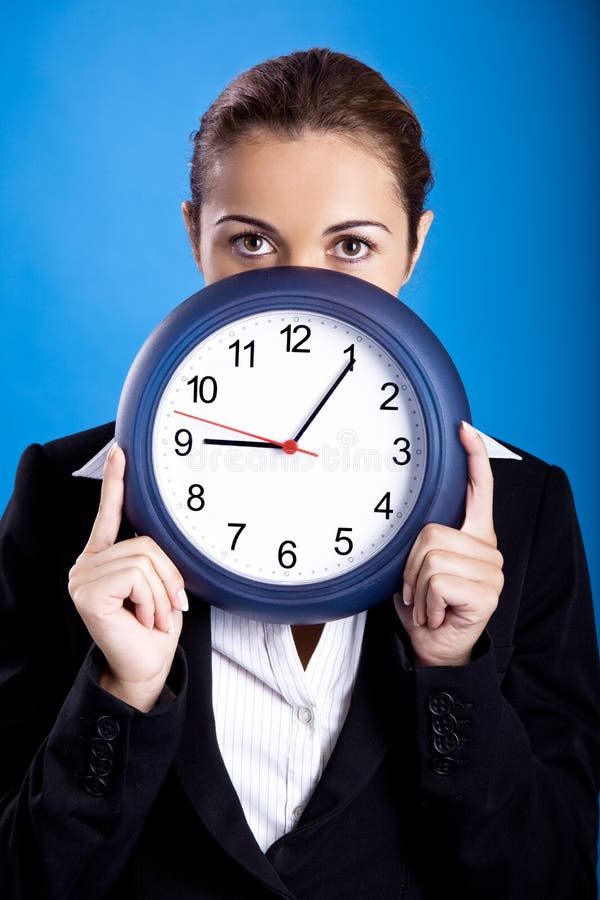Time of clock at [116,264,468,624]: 9:05
